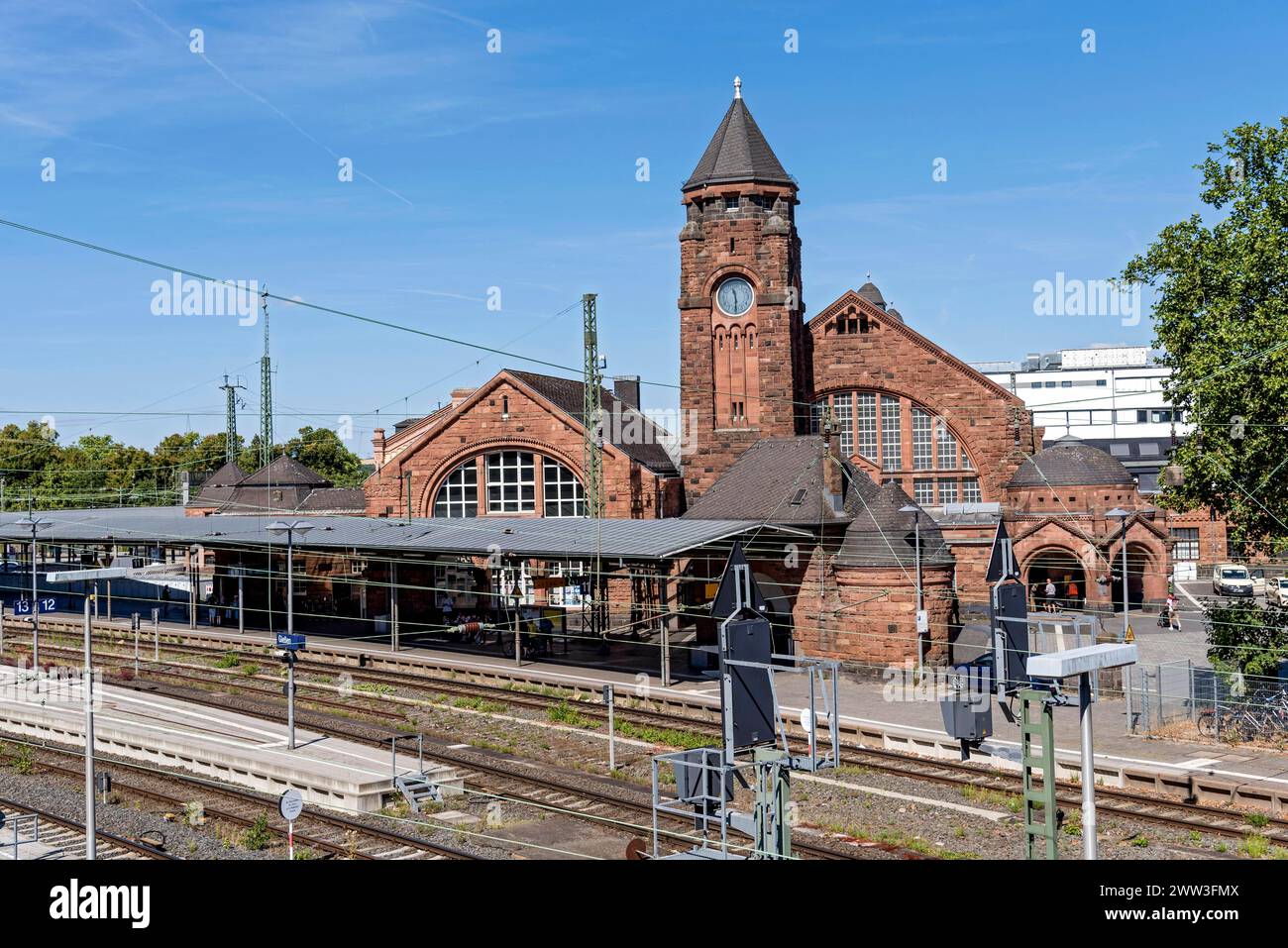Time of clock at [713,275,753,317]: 11:29
